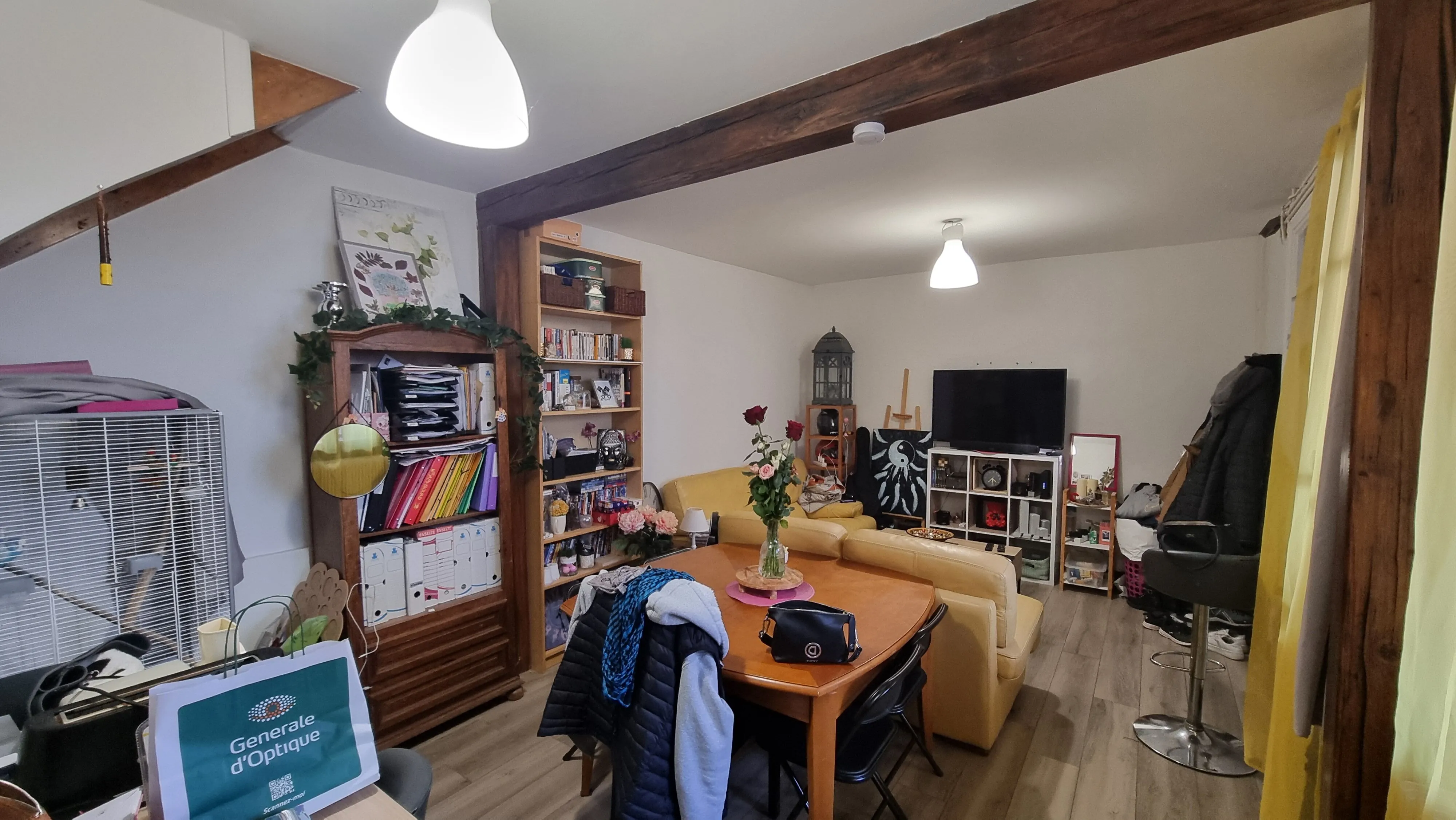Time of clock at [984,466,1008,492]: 4:28
